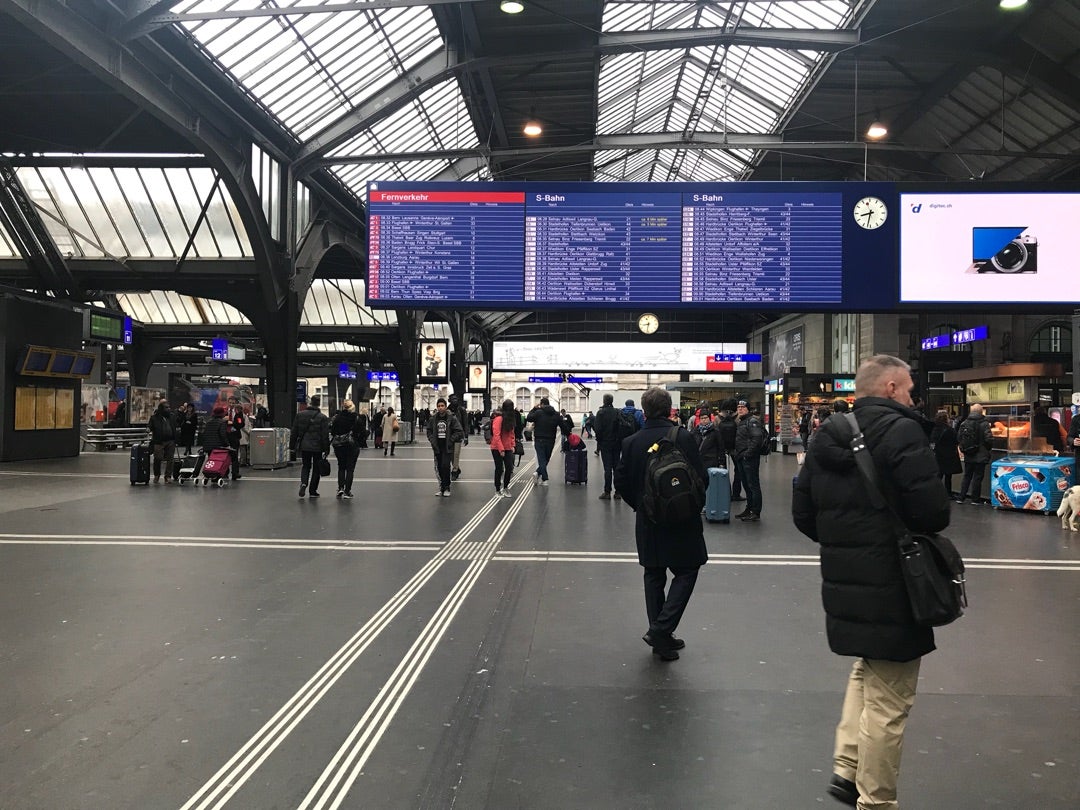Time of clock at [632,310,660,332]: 8:32
